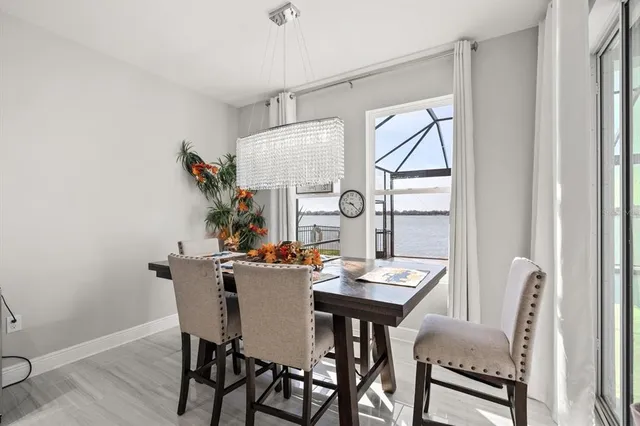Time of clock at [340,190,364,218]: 9:22
